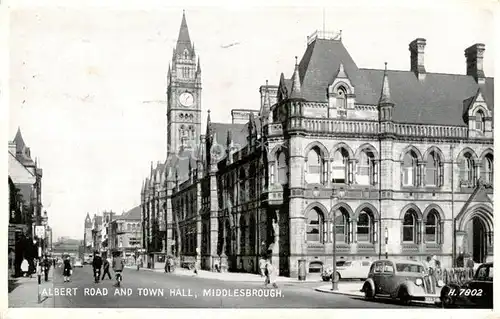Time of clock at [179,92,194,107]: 1:32
